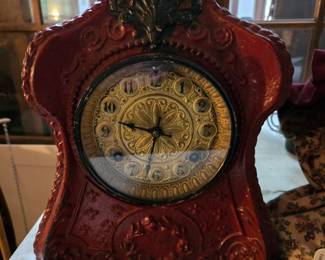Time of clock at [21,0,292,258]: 9:32
